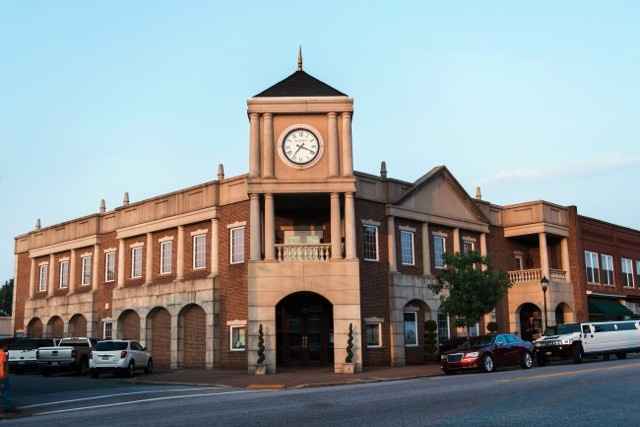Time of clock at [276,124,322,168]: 7:18
